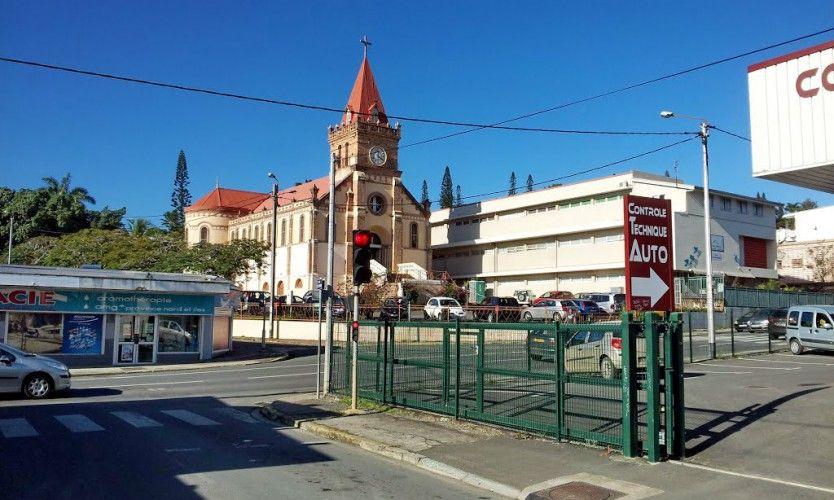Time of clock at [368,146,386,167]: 12:21
